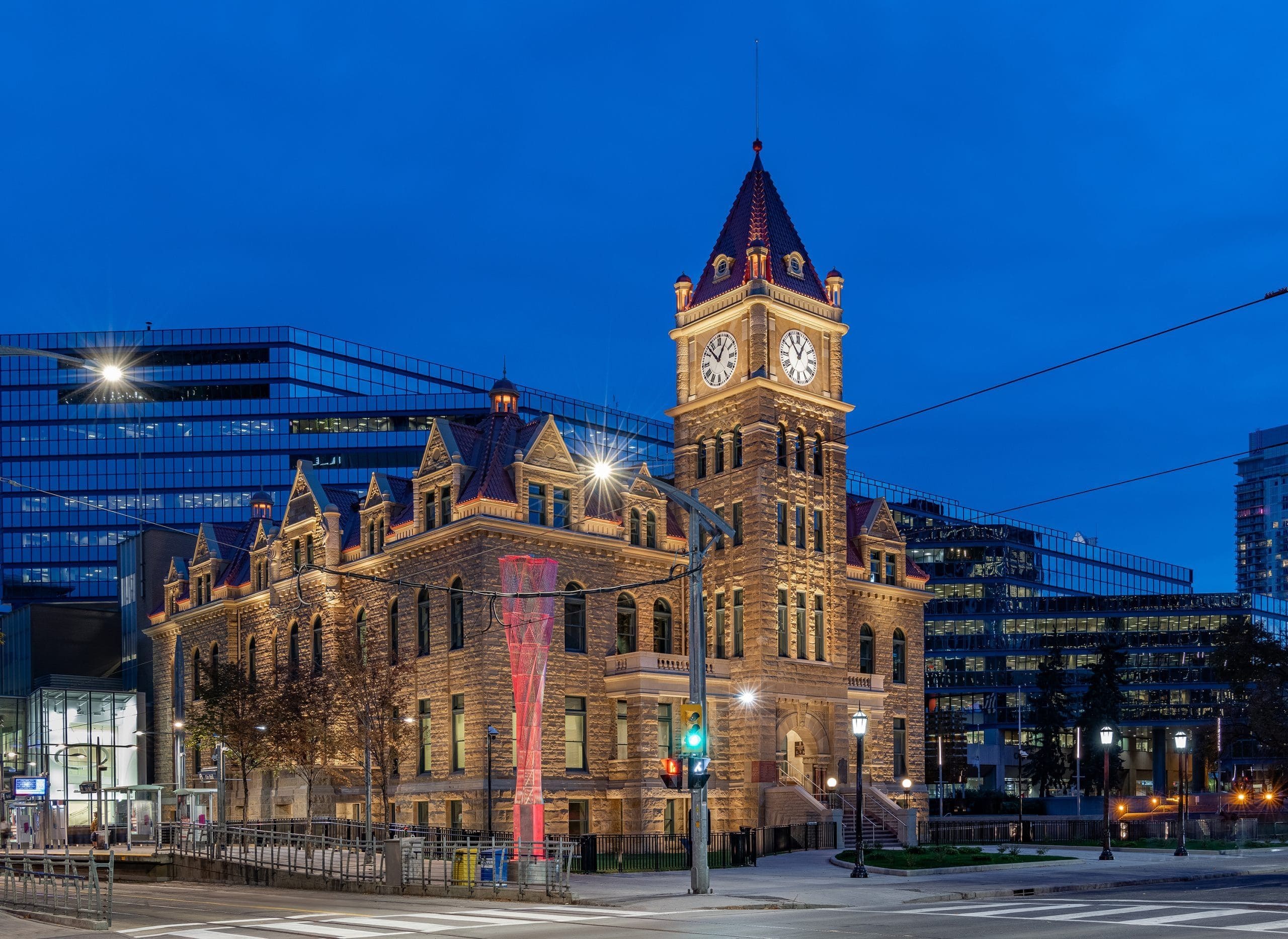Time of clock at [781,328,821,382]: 12:54
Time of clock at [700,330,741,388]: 12:52
